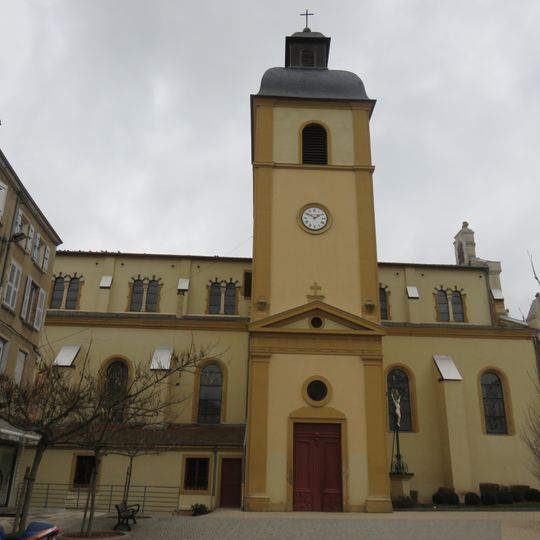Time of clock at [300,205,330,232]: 1:50
